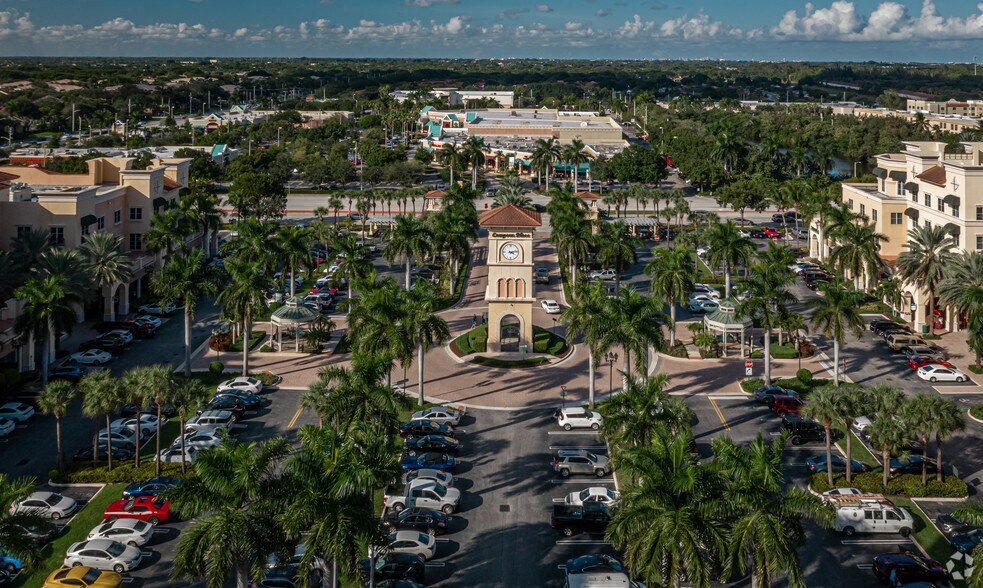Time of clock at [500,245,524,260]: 4:13
